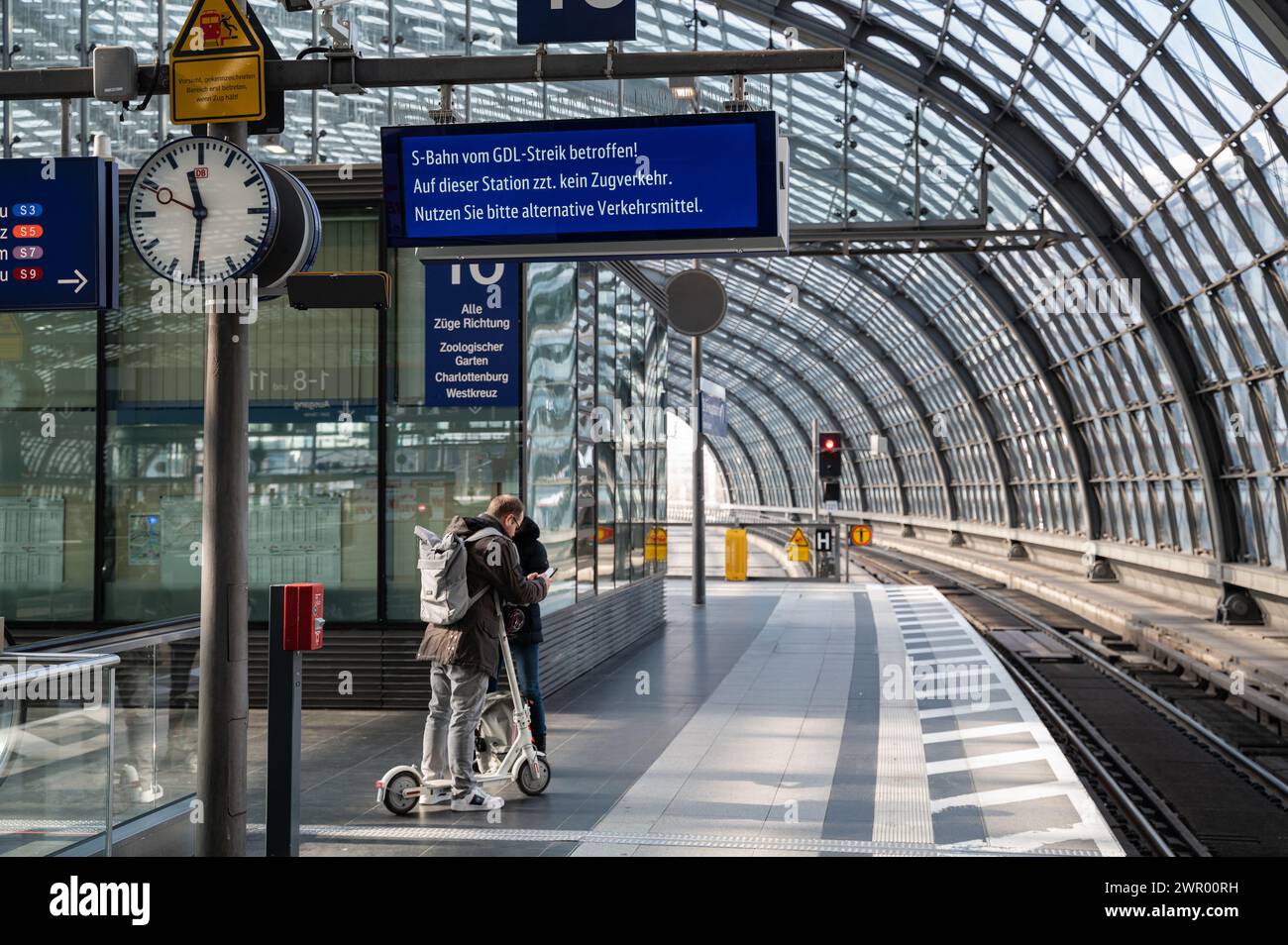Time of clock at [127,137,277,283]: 11:31
